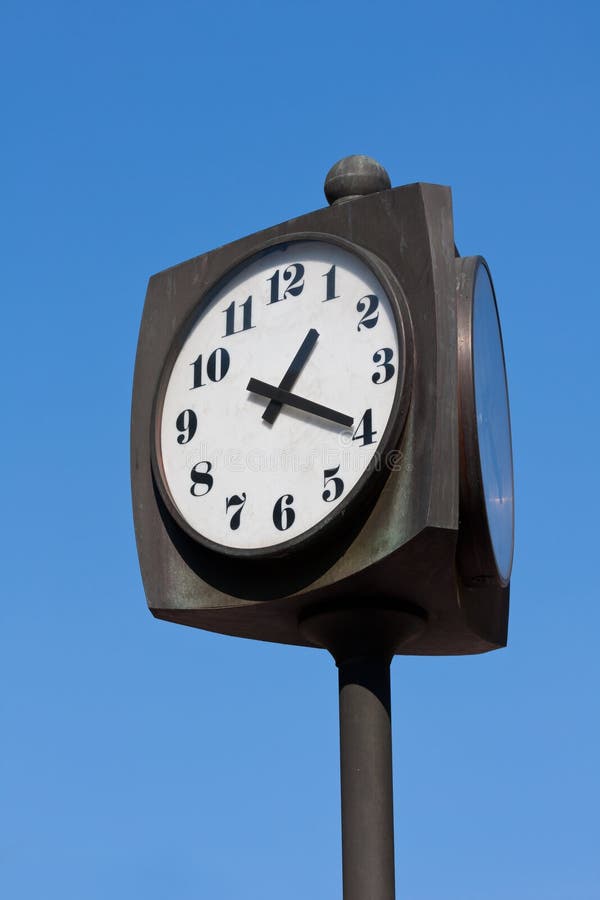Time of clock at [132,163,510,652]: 1:19
